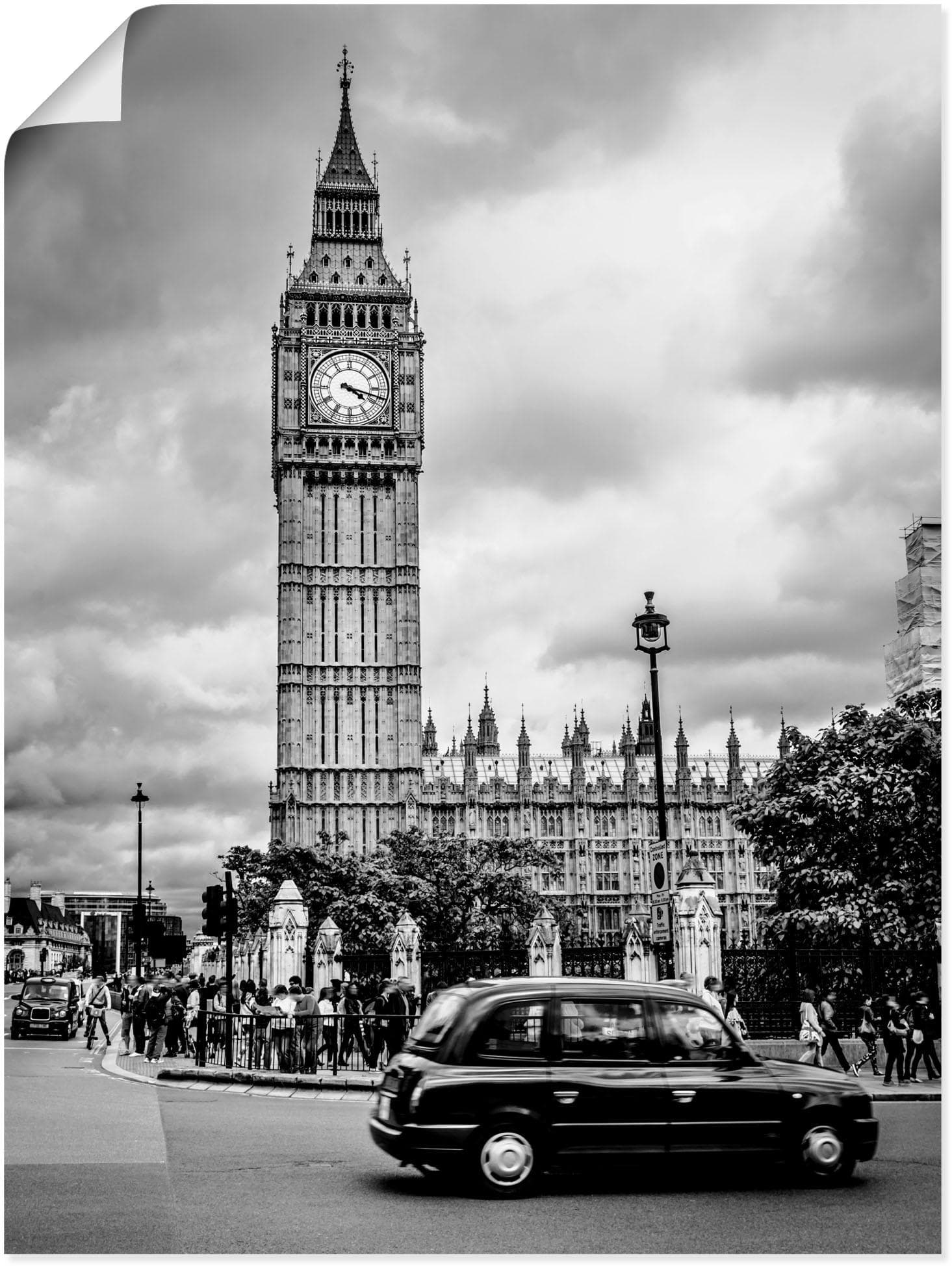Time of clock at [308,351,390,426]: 4:17
